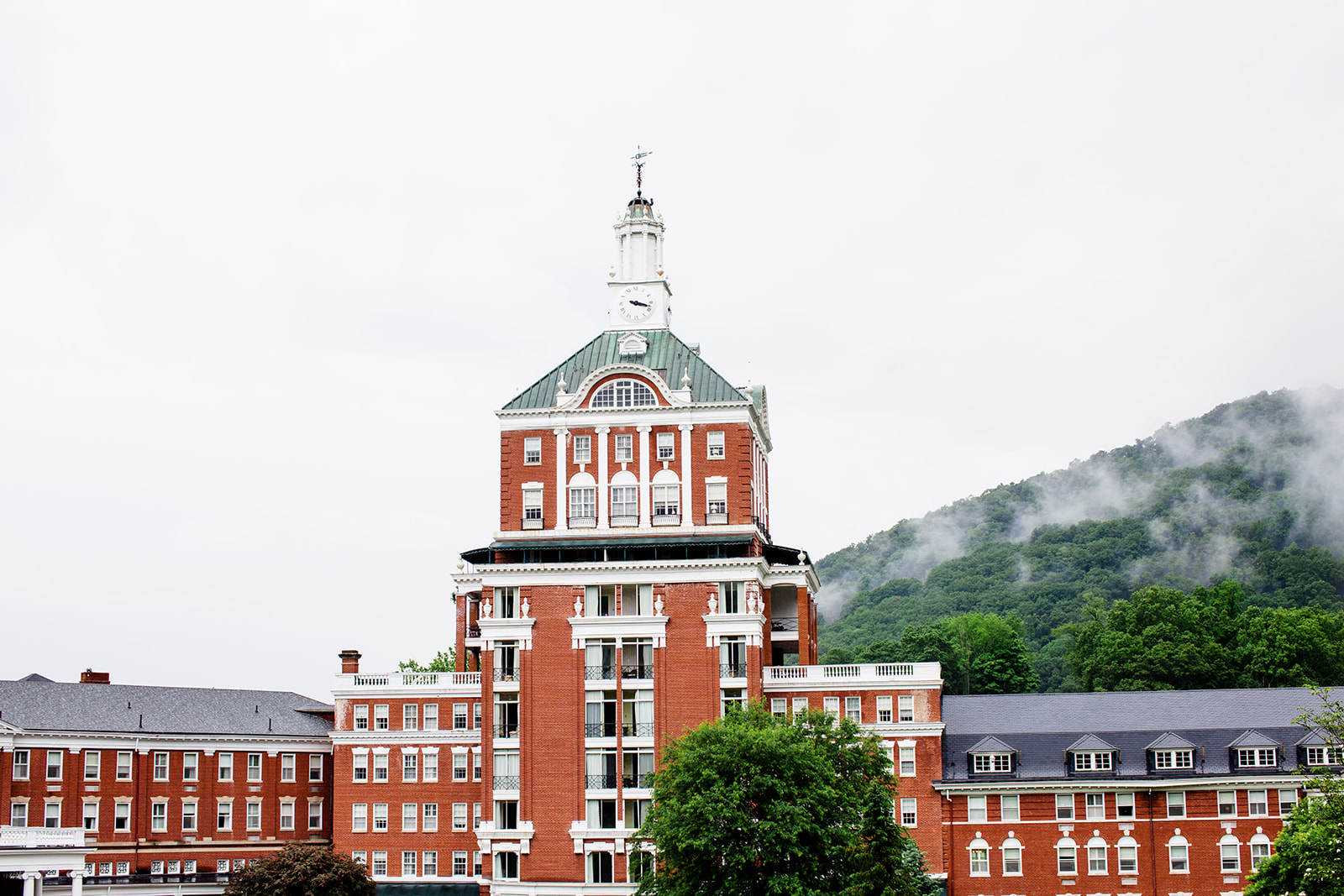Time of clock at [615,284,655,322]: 3:17
